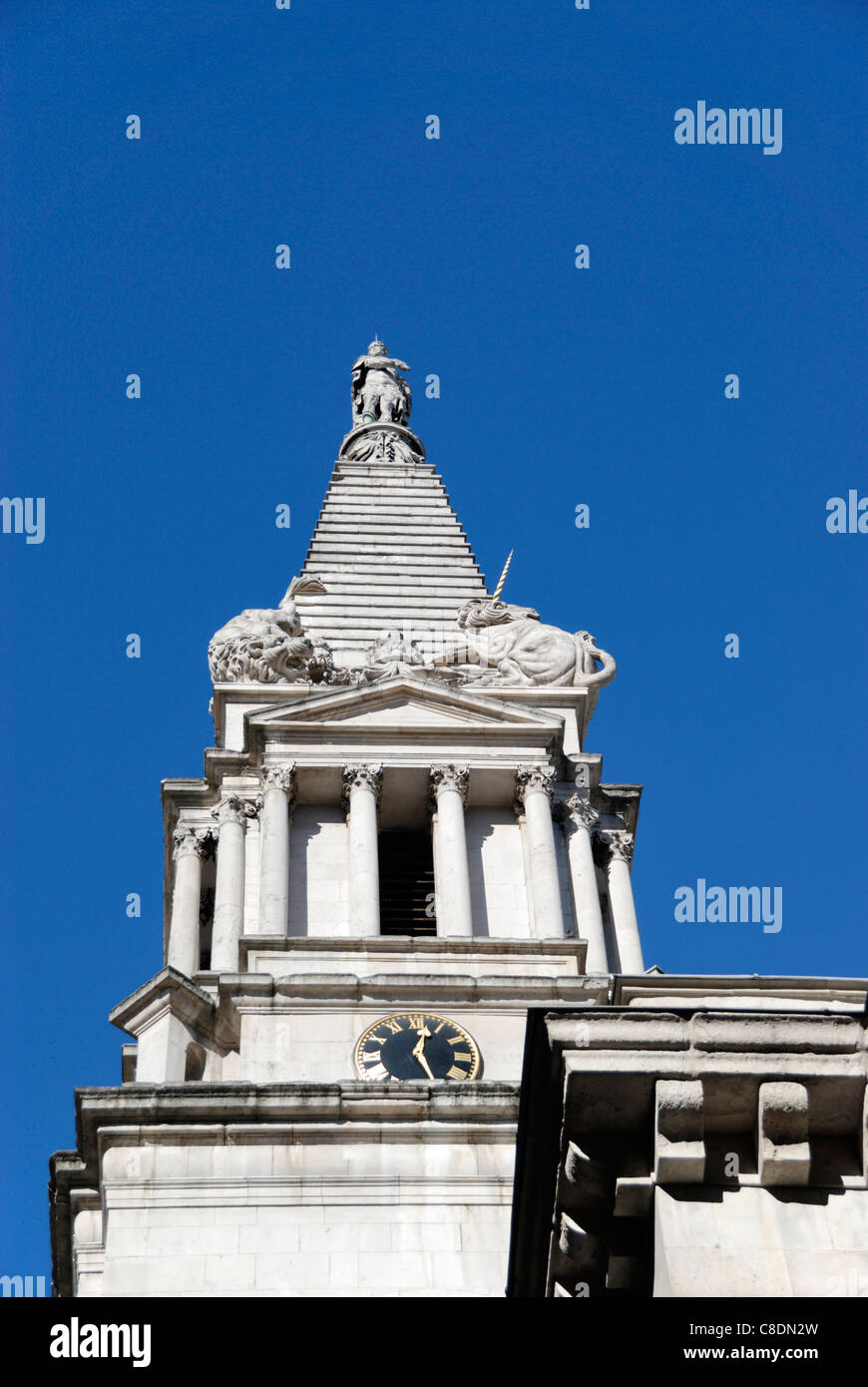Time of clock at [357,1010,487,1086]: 12:26
